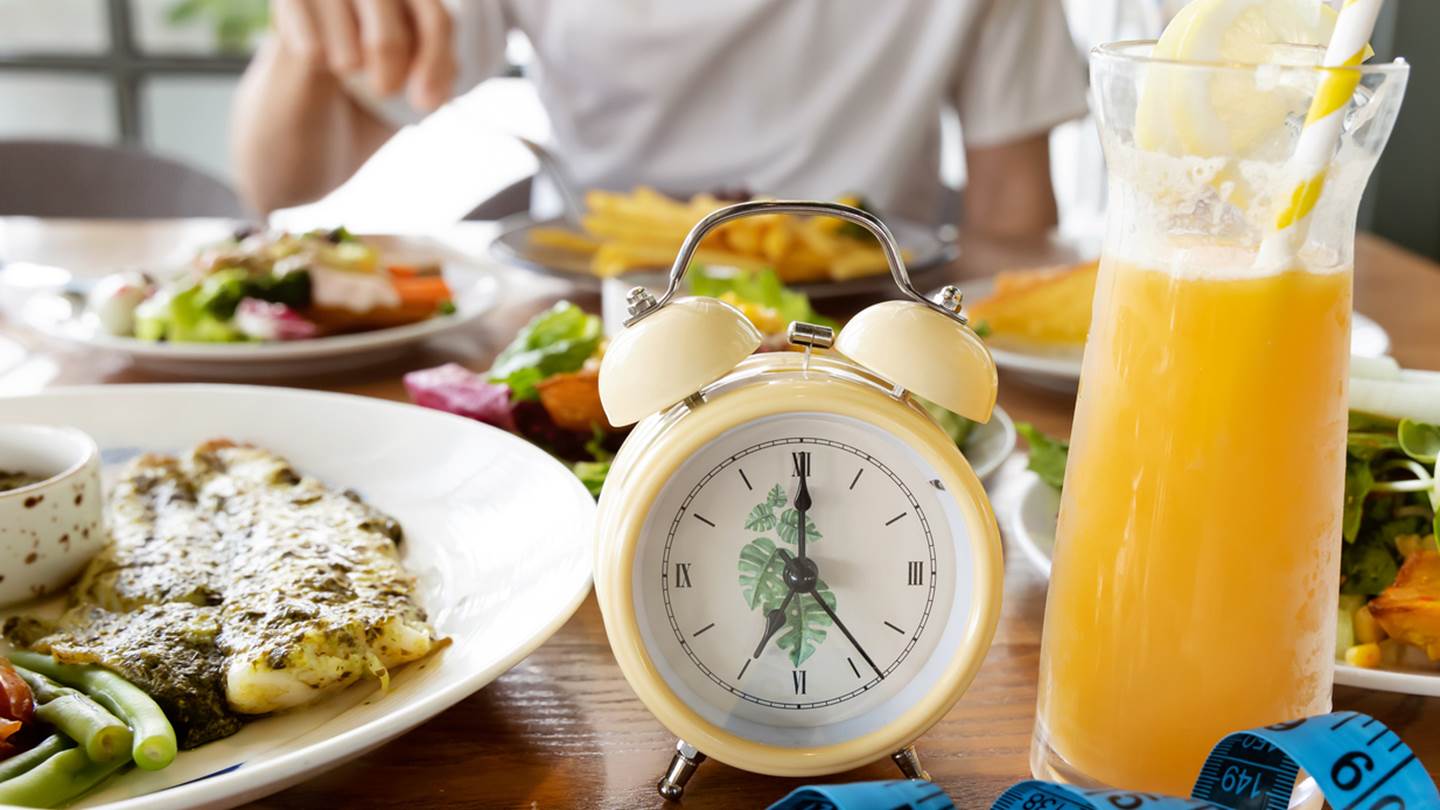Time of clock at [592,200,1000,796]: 7:00
